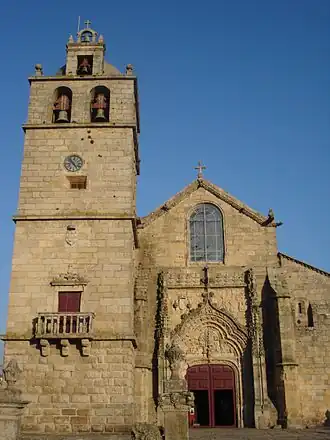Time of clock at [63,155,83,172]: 4:52
